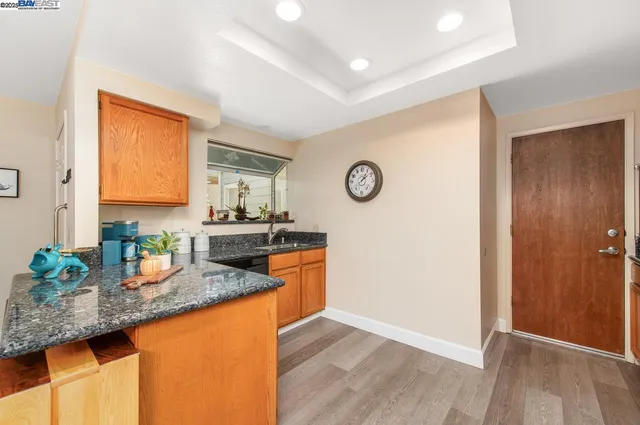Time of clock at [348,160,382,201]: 1:08
